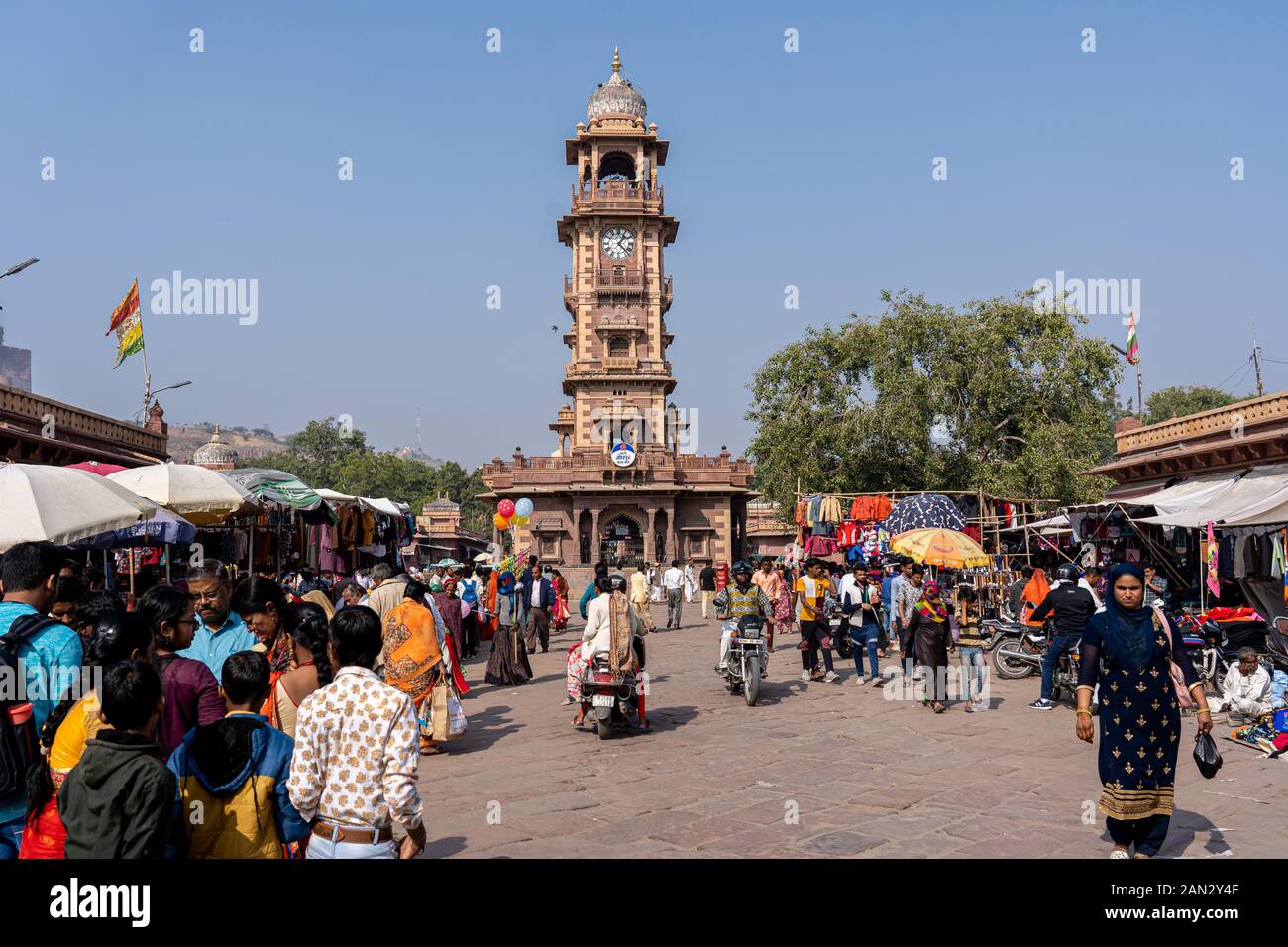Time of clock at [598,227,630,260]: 1:22
